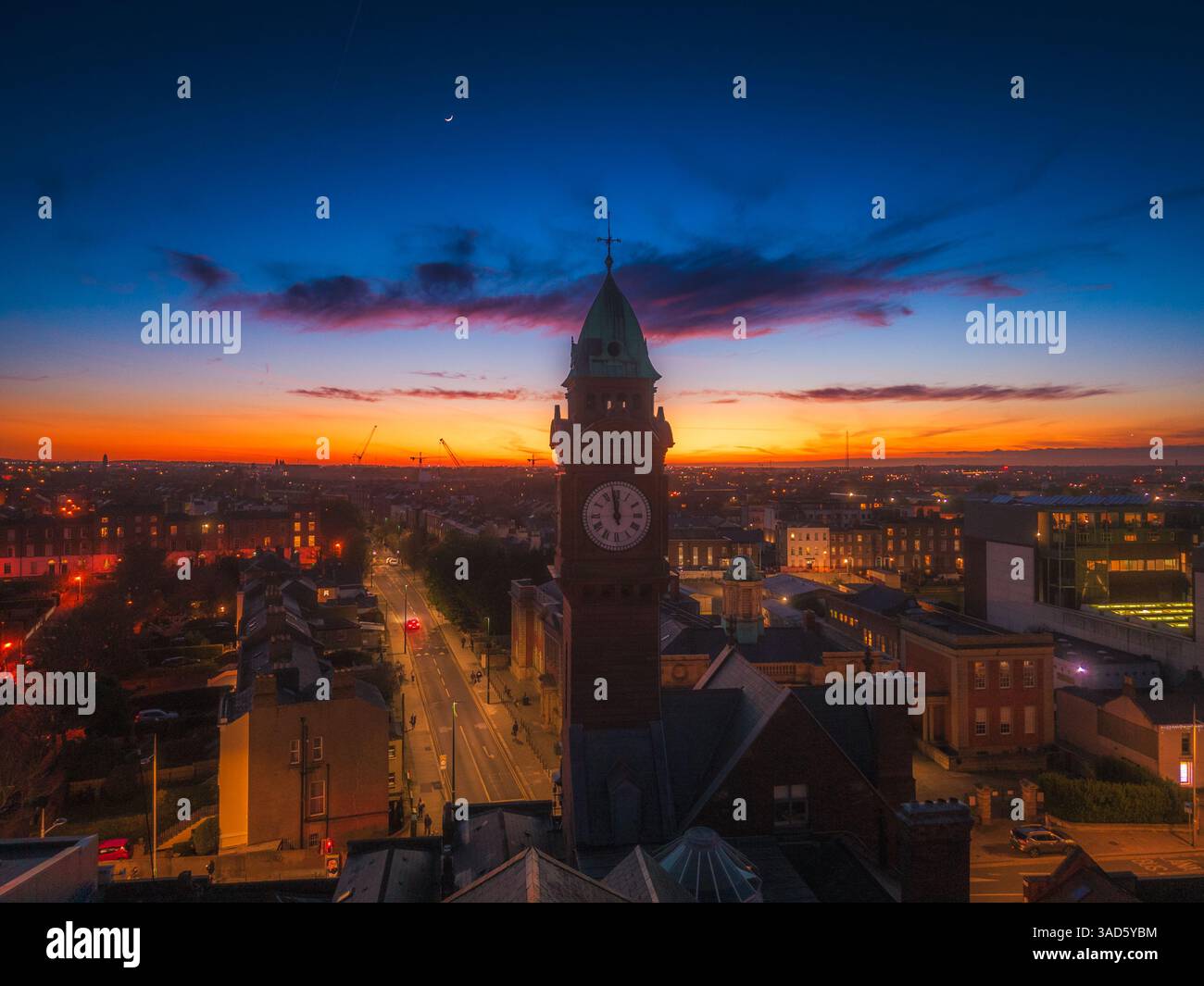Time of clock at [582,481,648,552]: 11:58
